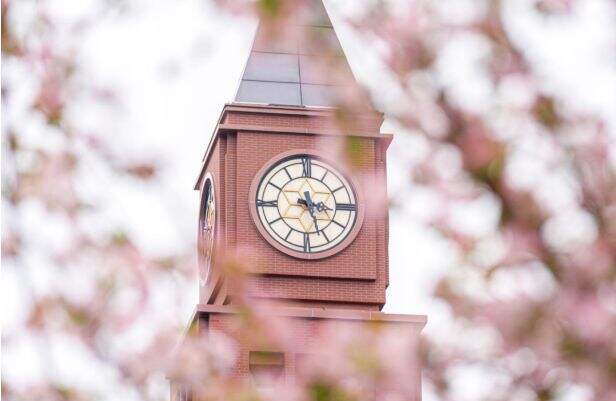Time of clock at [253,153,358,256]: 3:26
